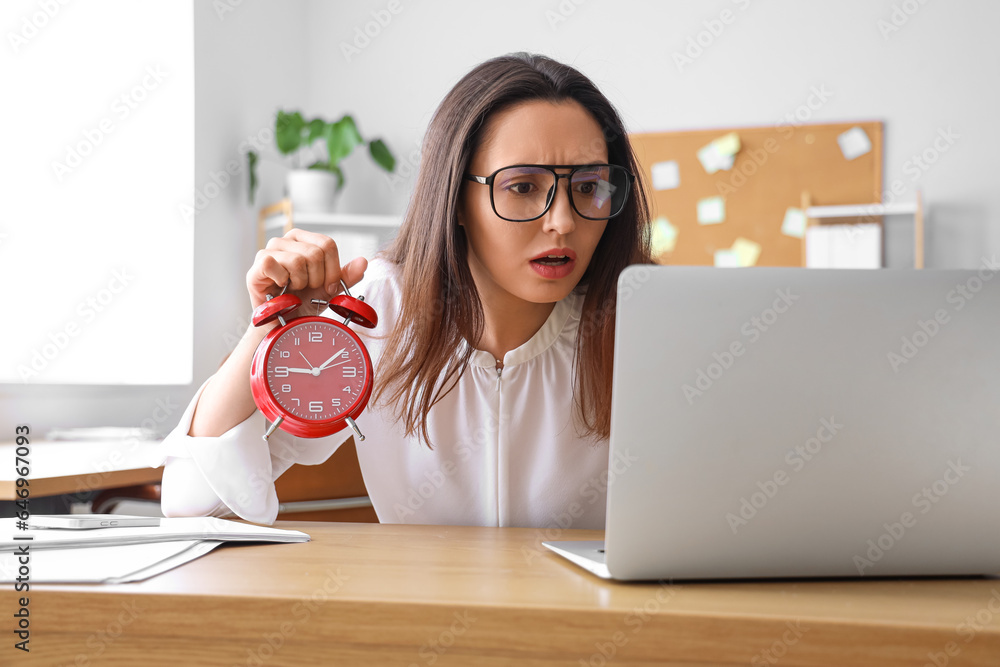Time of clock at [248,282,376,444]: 9:08
